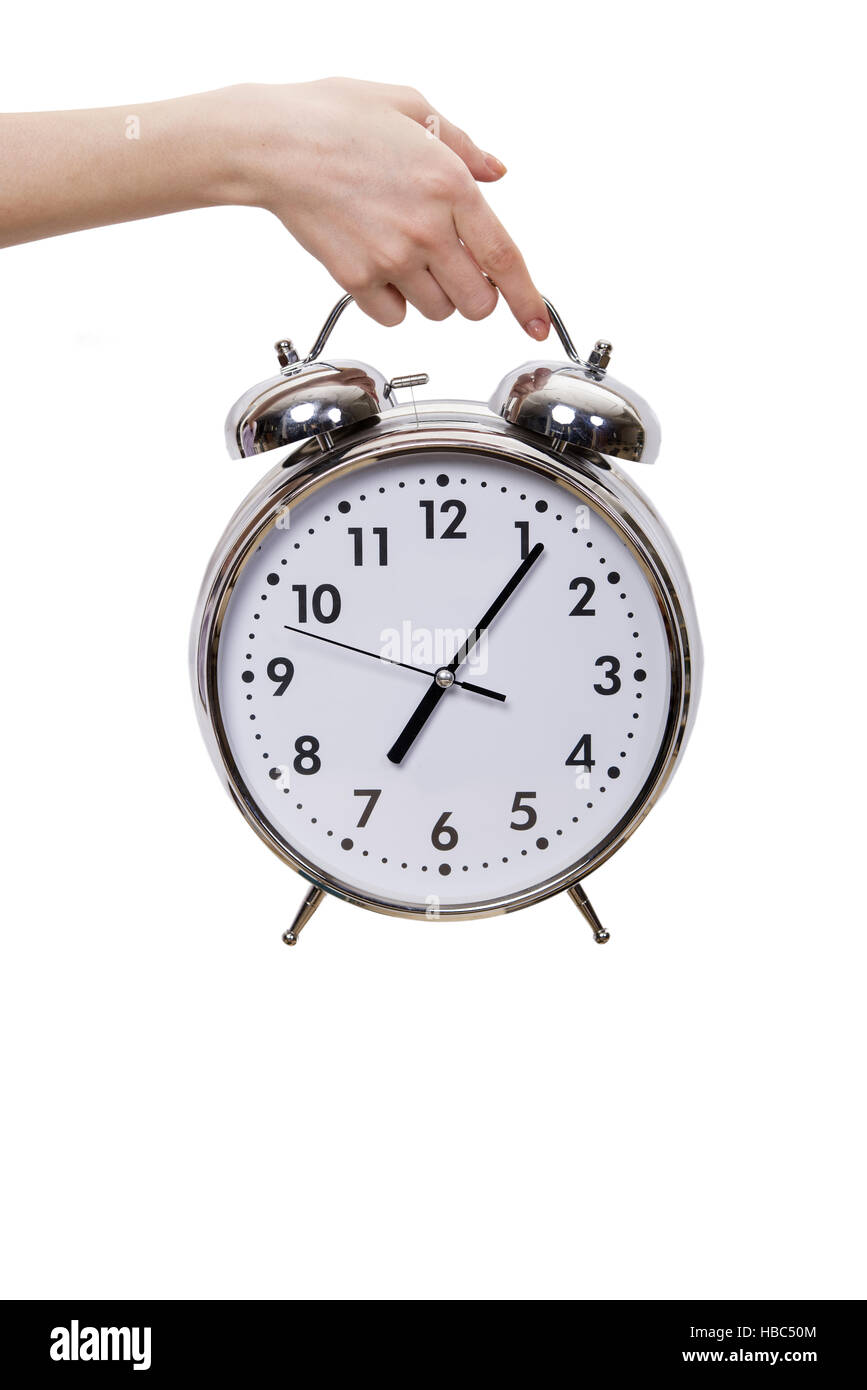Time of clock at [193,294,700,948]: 7:06
